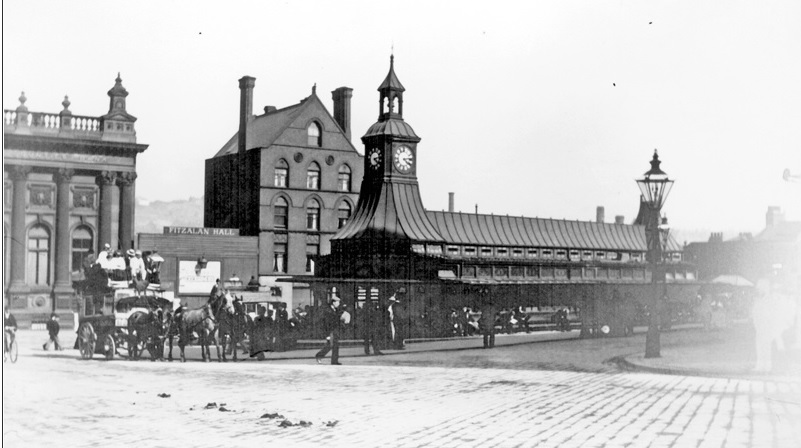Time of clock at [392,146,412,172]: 4:13
